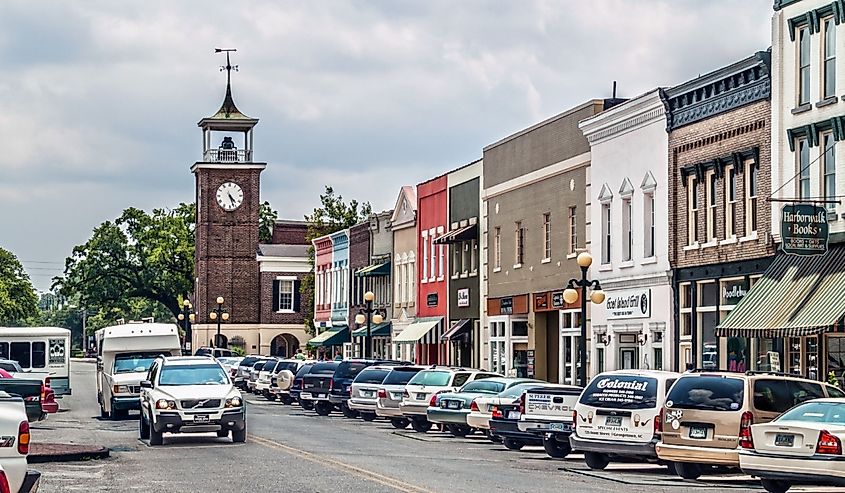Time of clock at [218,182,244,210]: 4:26
